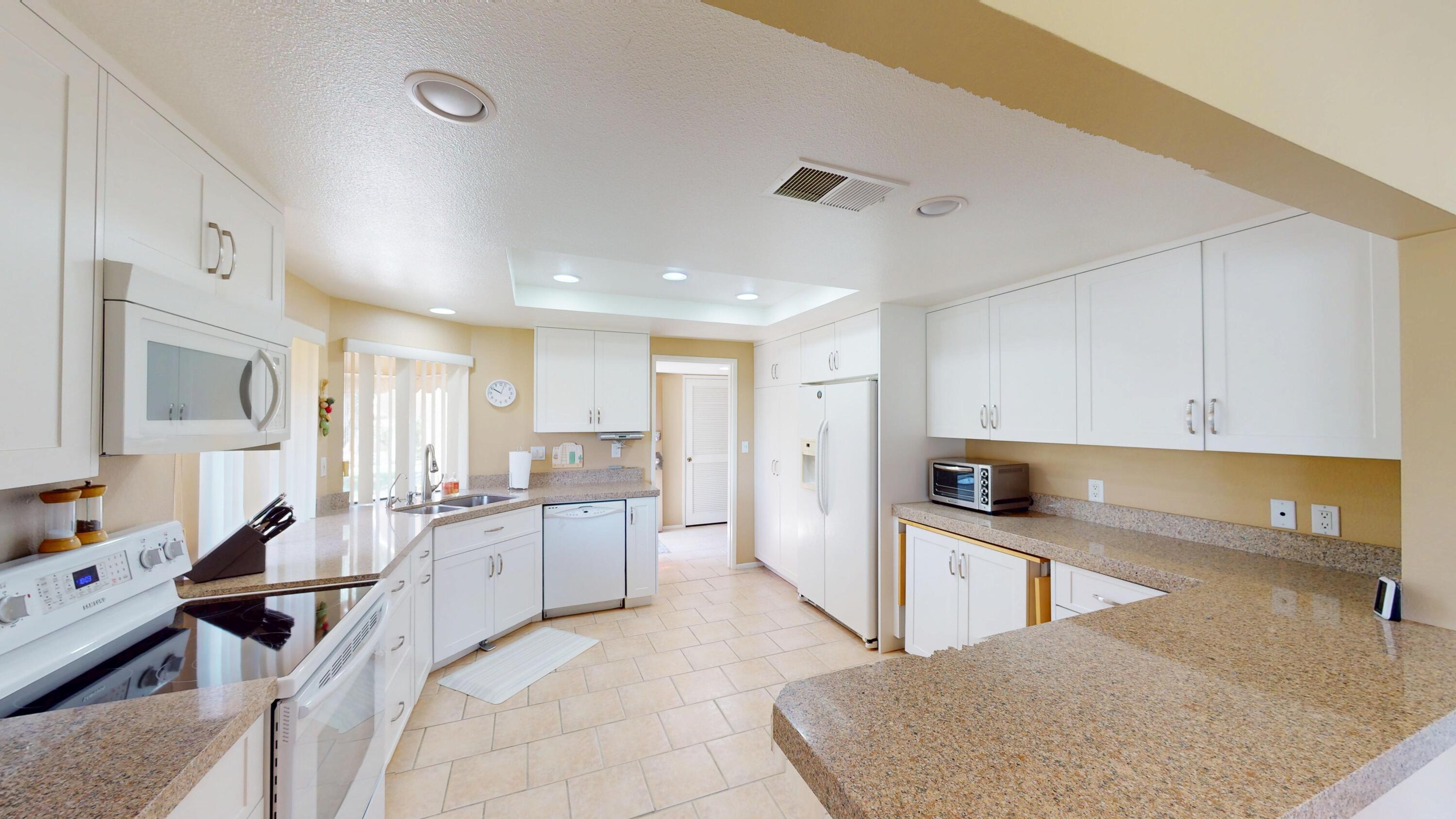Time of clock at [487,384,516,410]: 10:03
